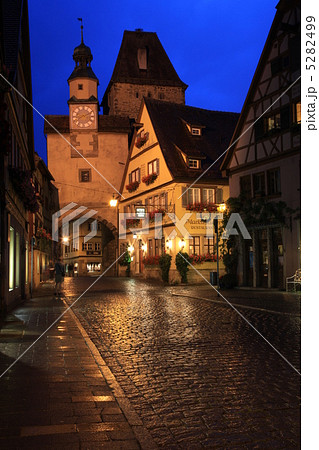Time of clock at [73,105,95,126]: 8:11
